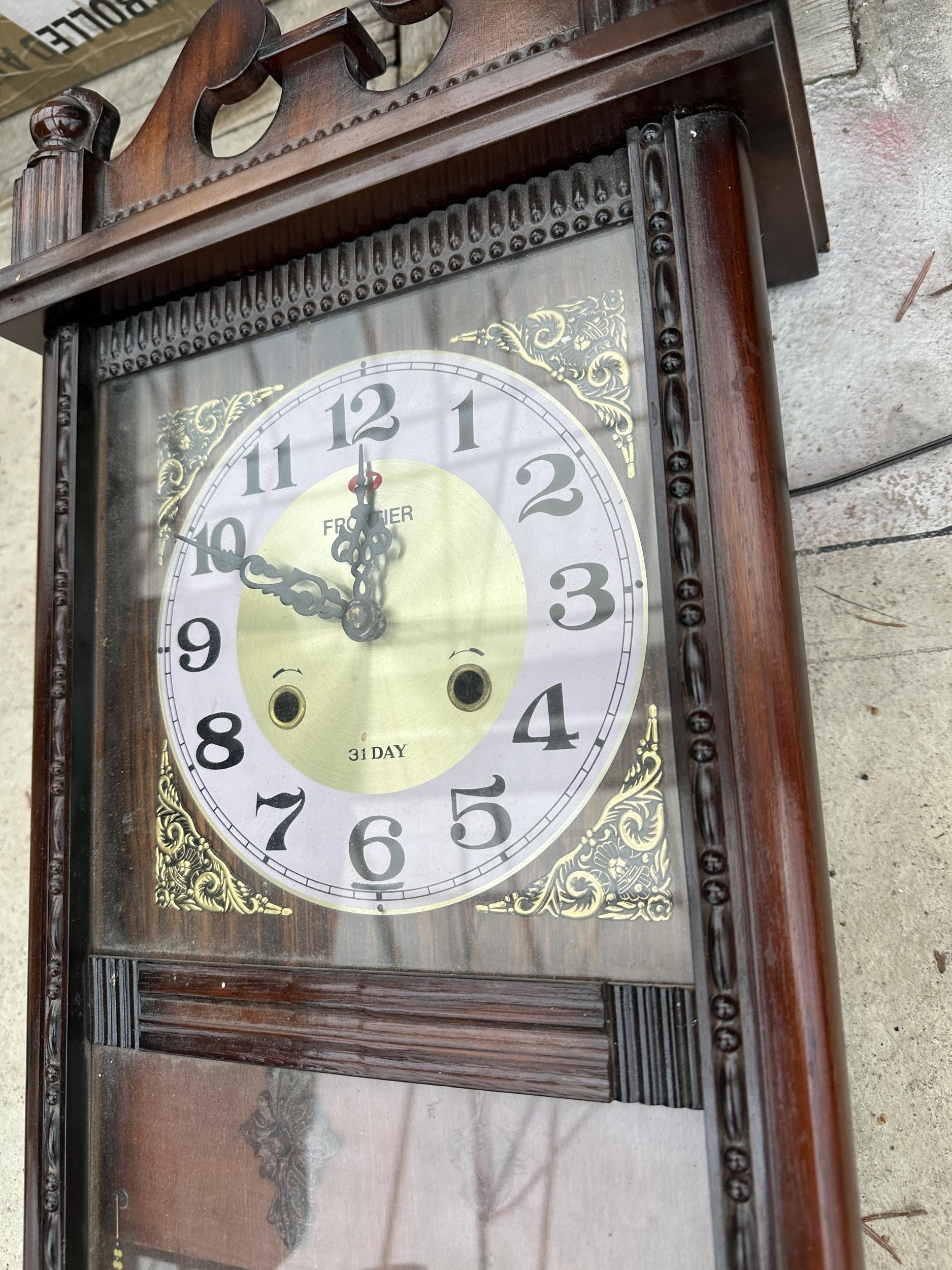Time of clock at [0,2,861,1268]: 11:48
